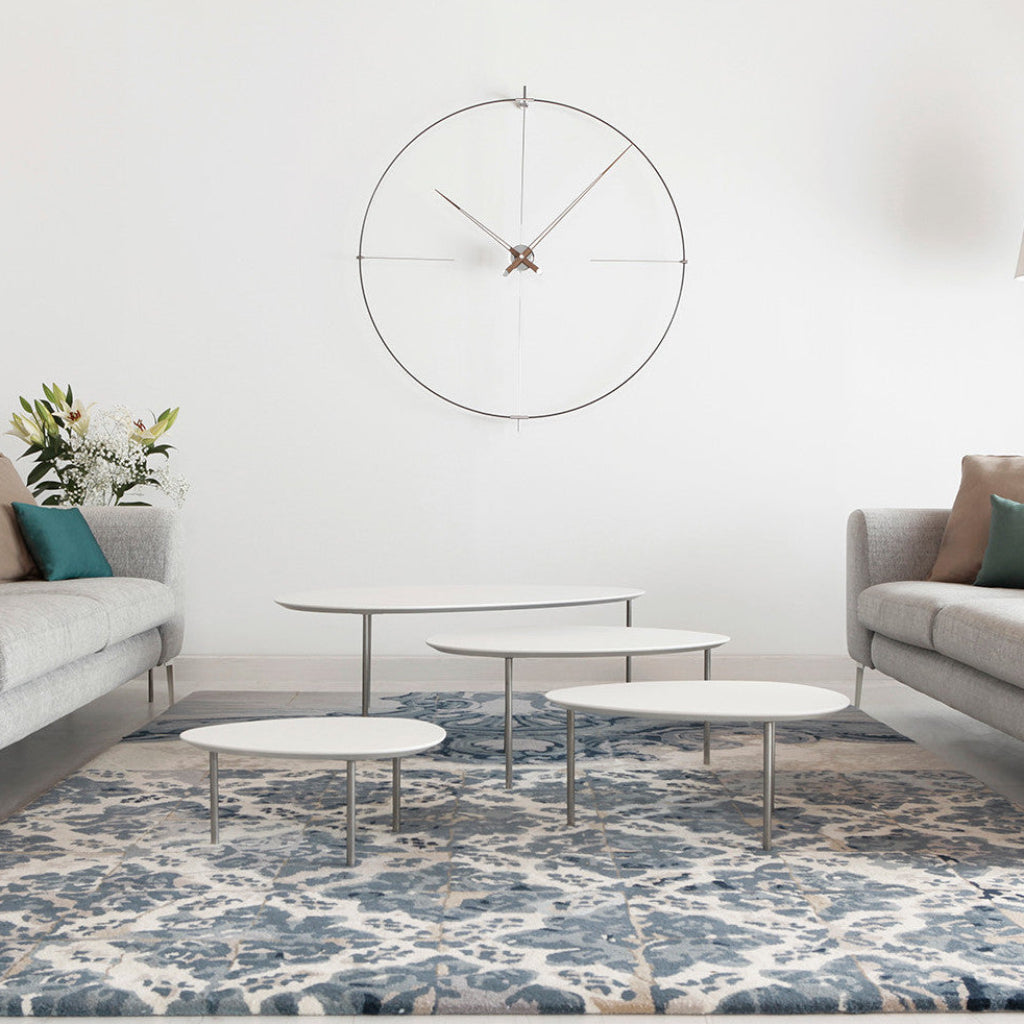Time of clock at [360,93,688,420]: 10:07
